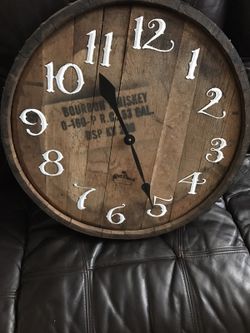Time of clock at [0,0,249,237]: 10:25
